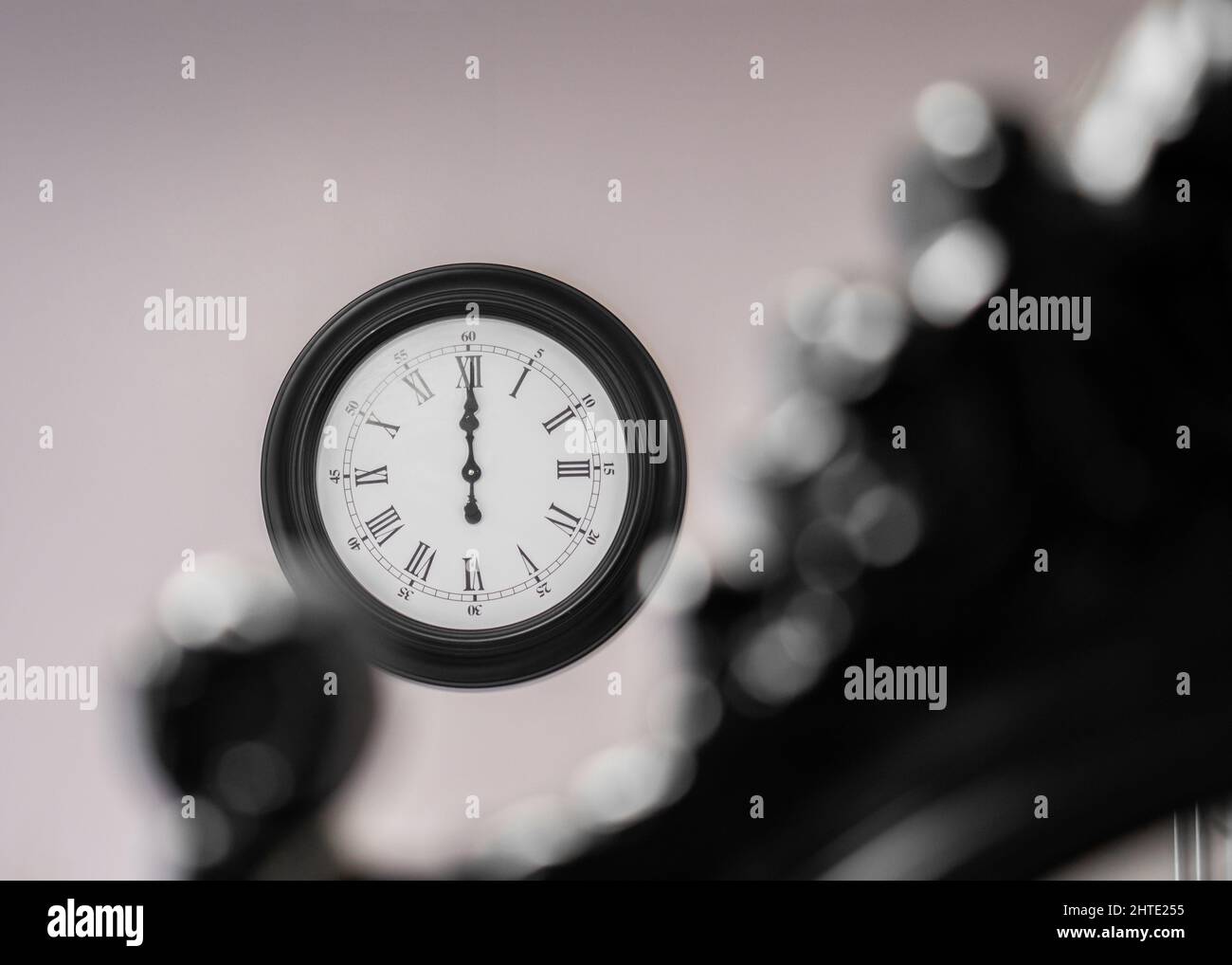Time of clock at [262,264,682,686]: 11:59
